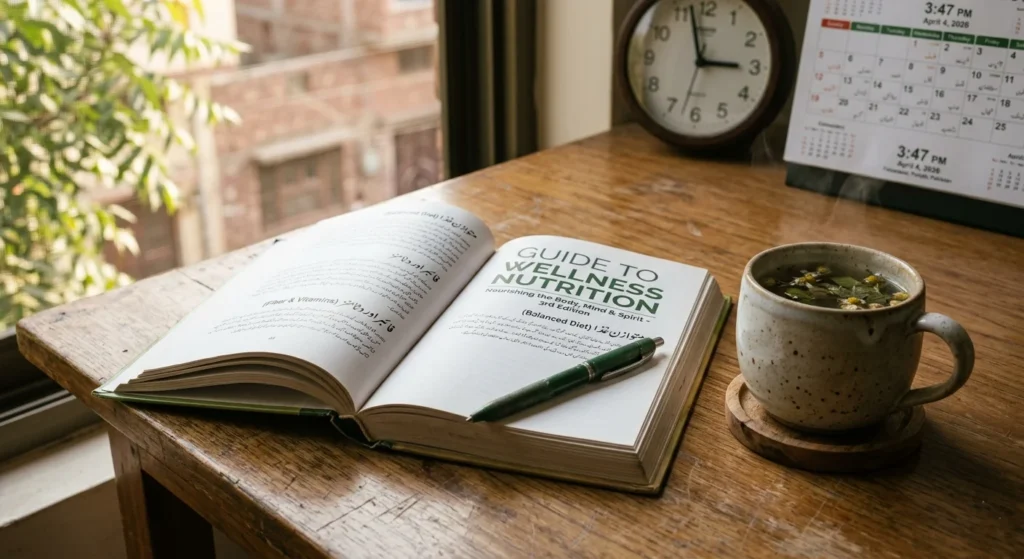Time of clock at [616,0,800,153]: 2:57
